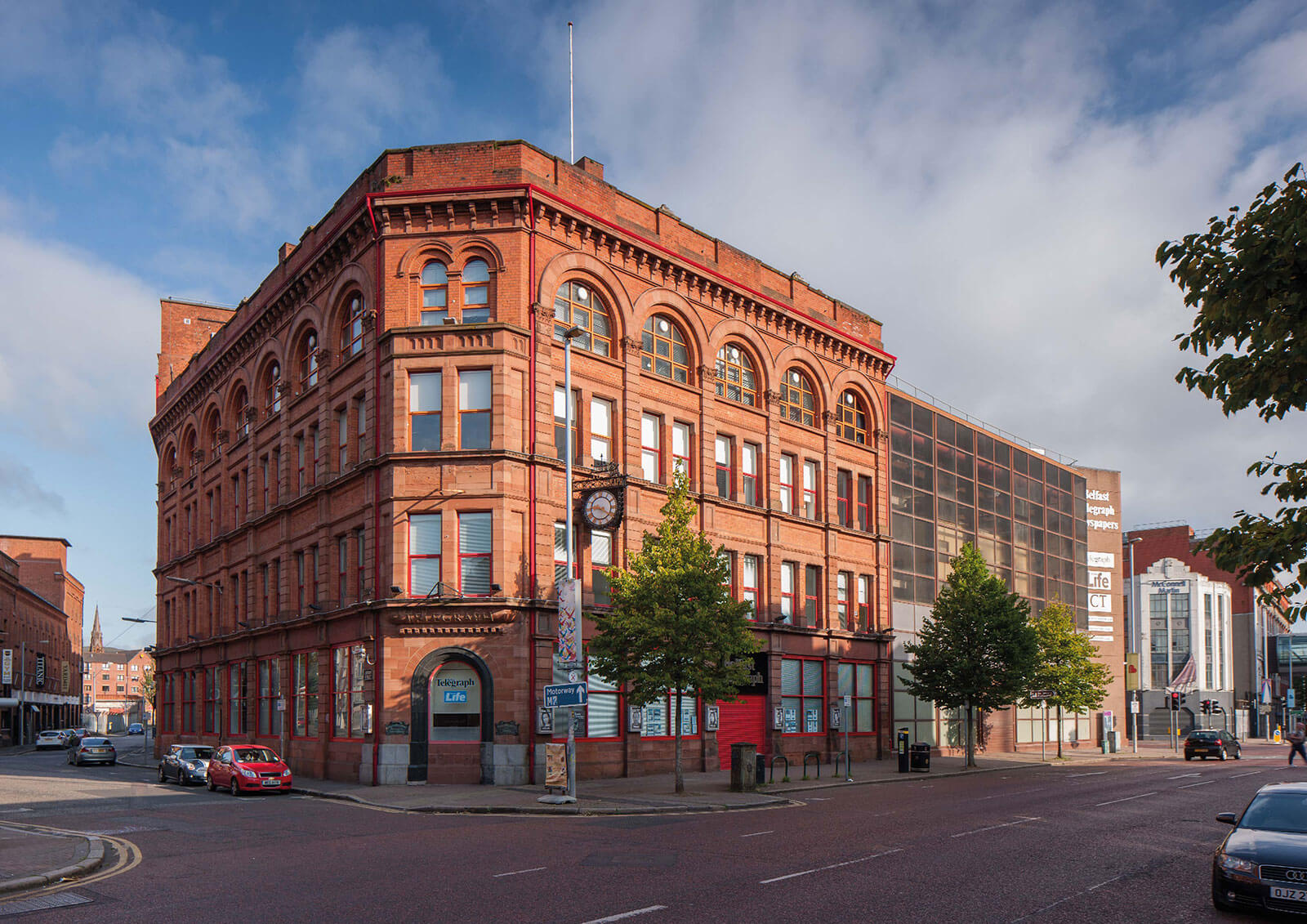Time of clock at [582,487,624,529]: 9:20
